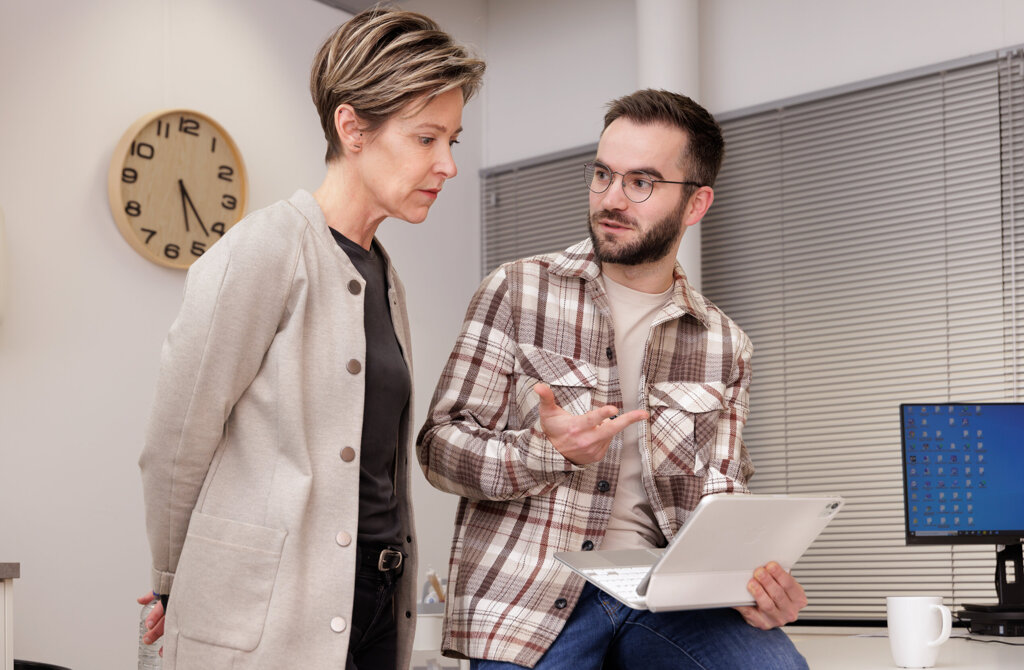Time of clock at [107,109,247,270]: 5:22
